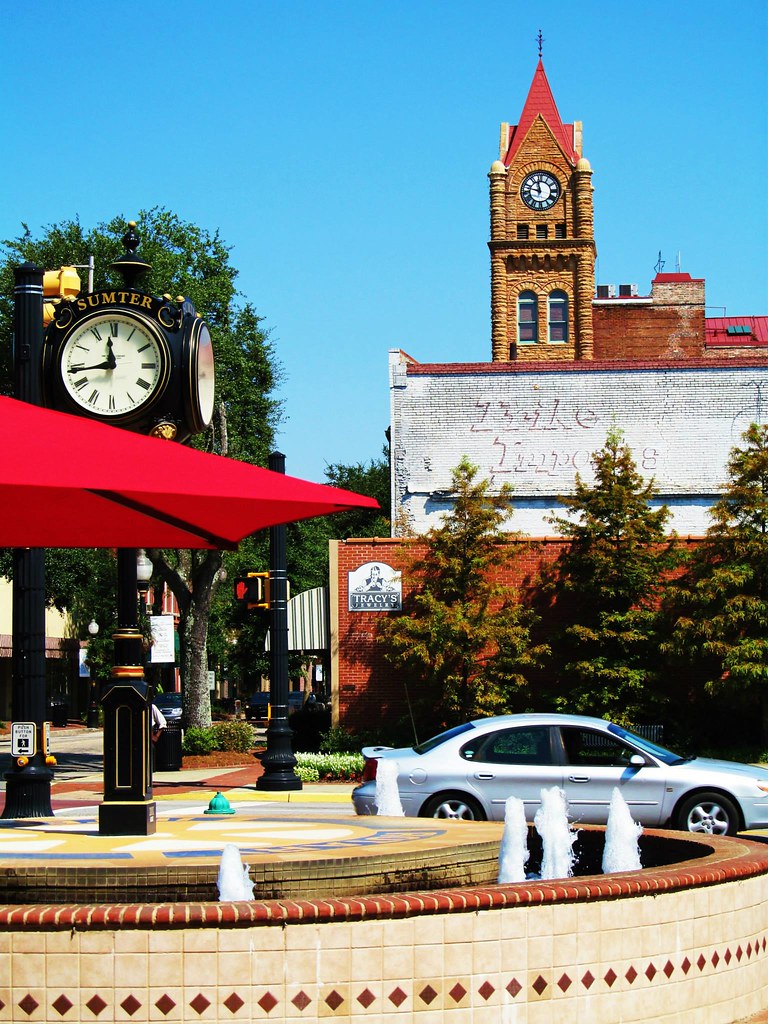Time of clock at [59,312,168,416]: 11:43
